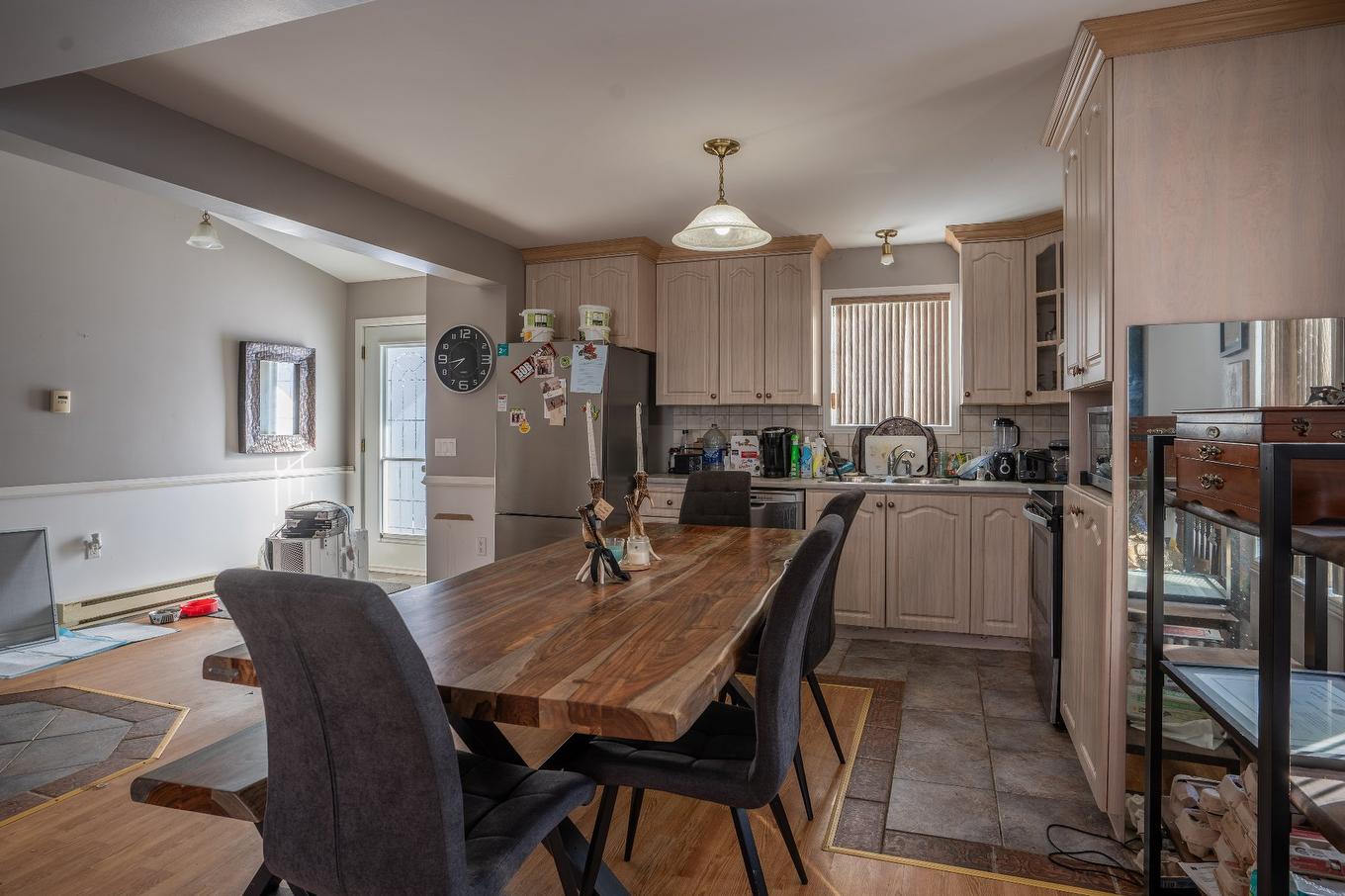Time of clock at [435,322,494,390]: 7:43
